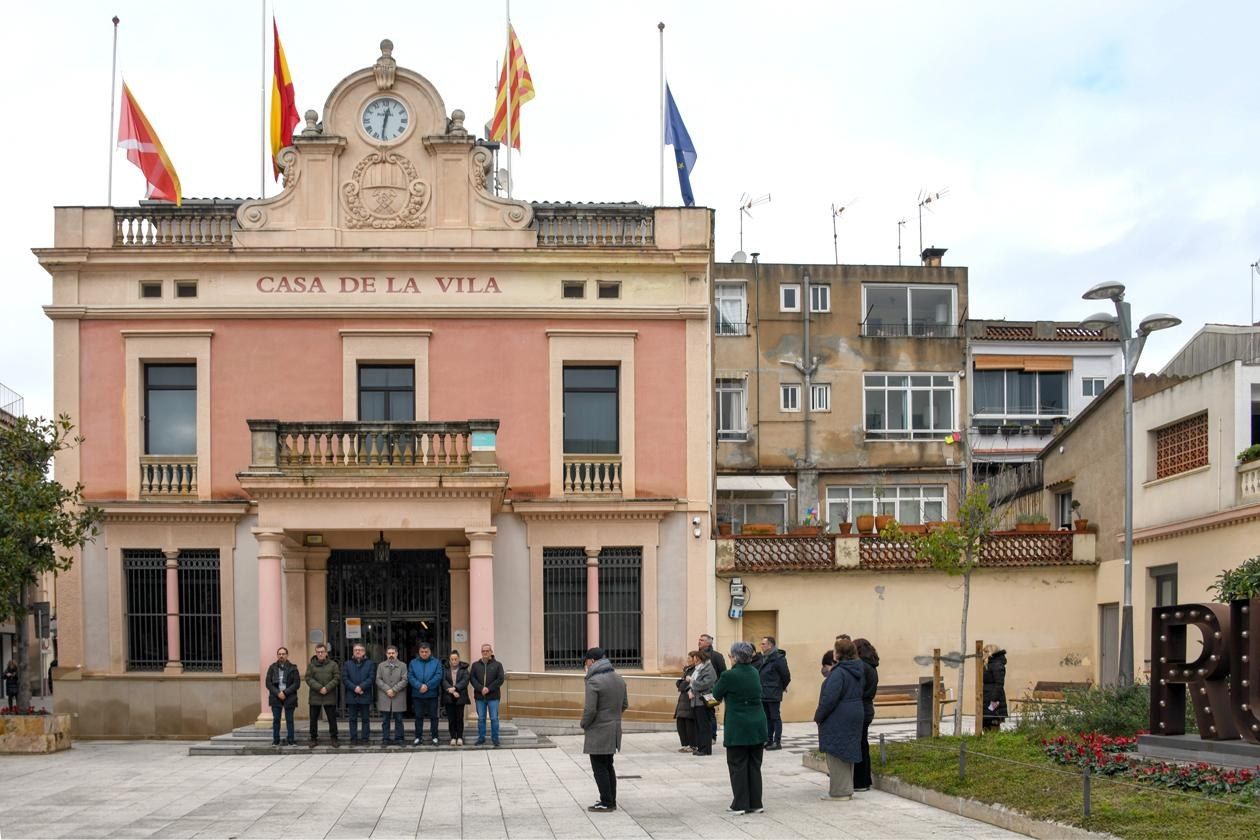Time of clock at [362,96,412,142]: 12:31
